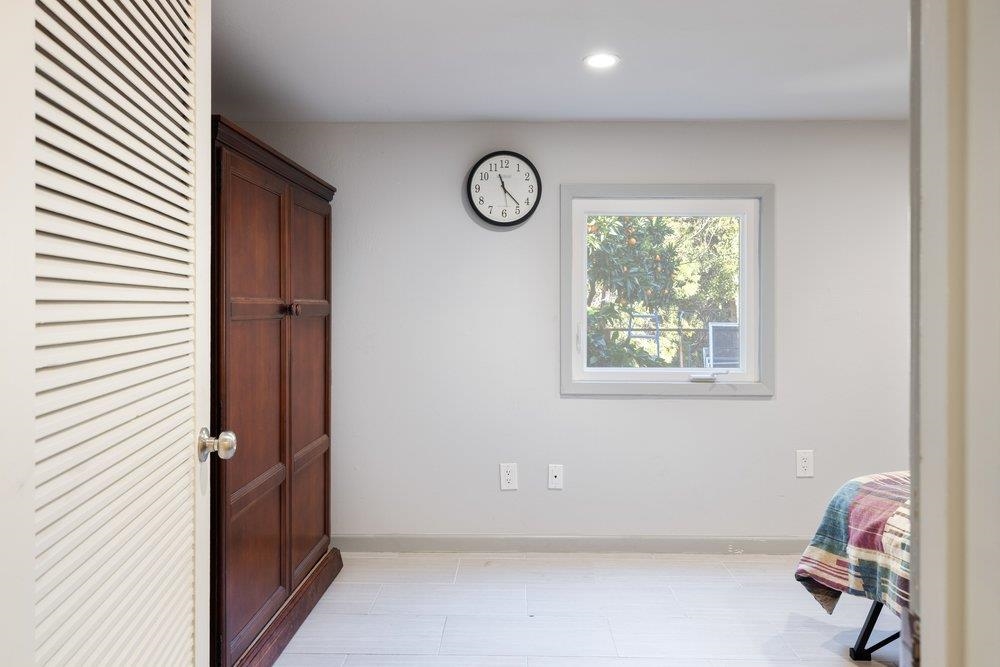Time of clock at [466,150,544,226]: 11:22
